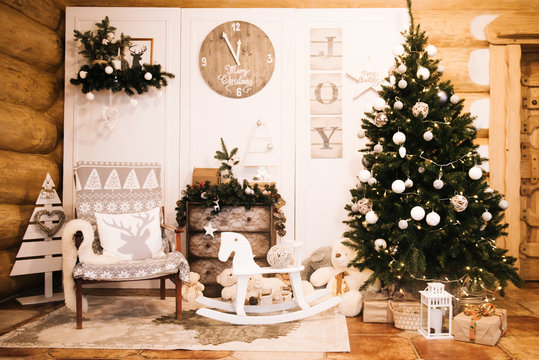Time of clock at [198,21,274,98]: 12:55
